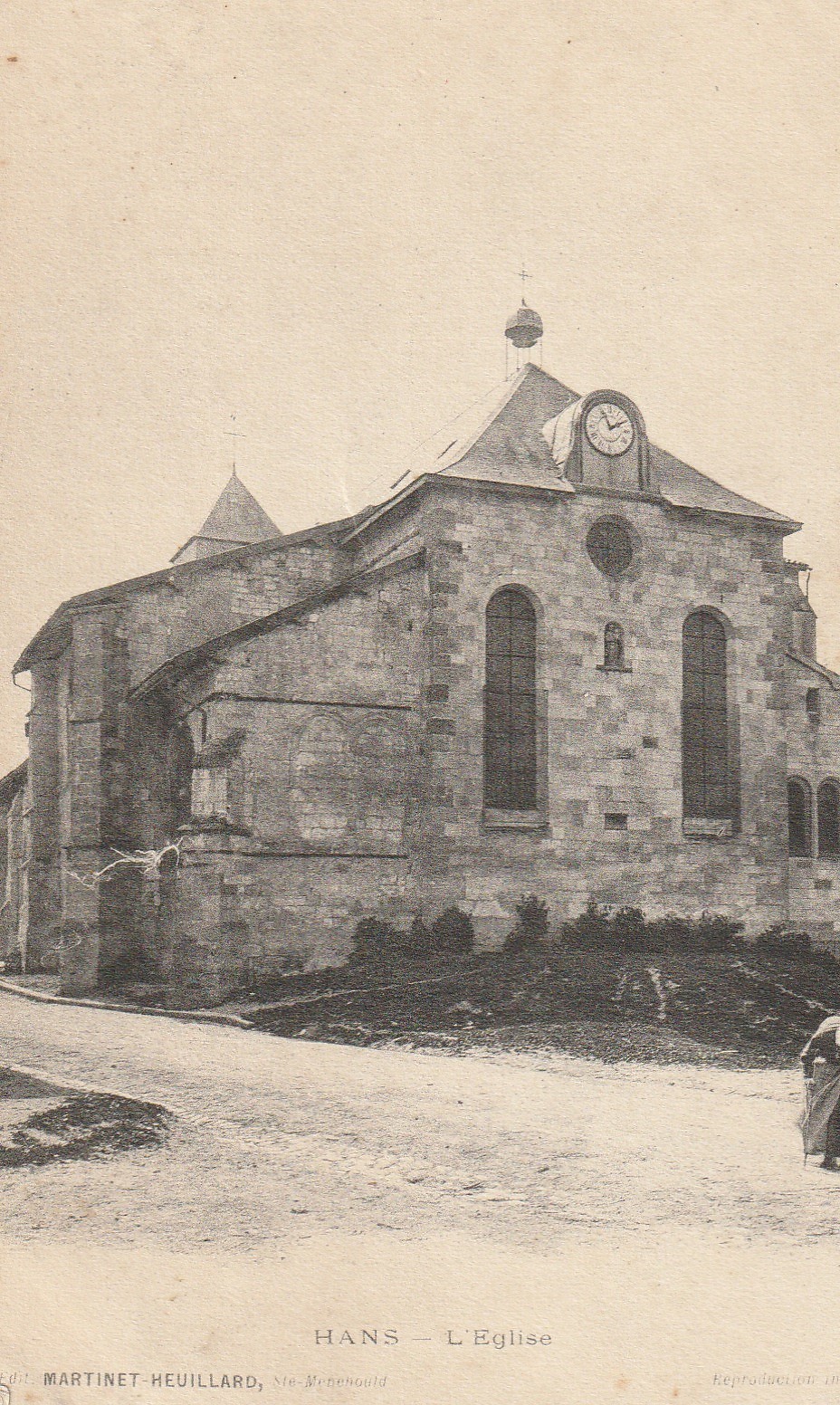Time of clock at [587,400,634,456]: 1:56
